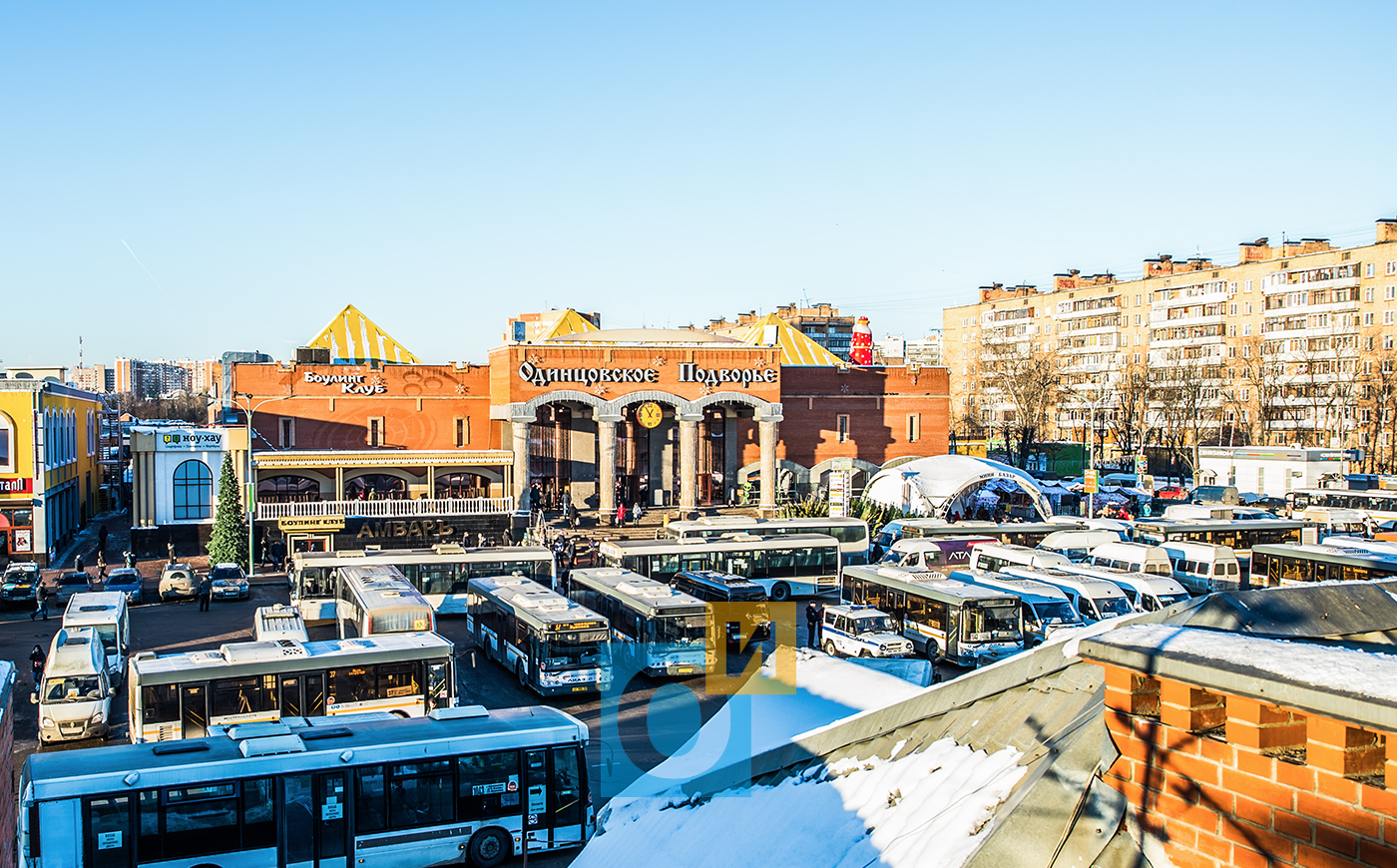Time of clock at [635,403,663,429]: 12:55
